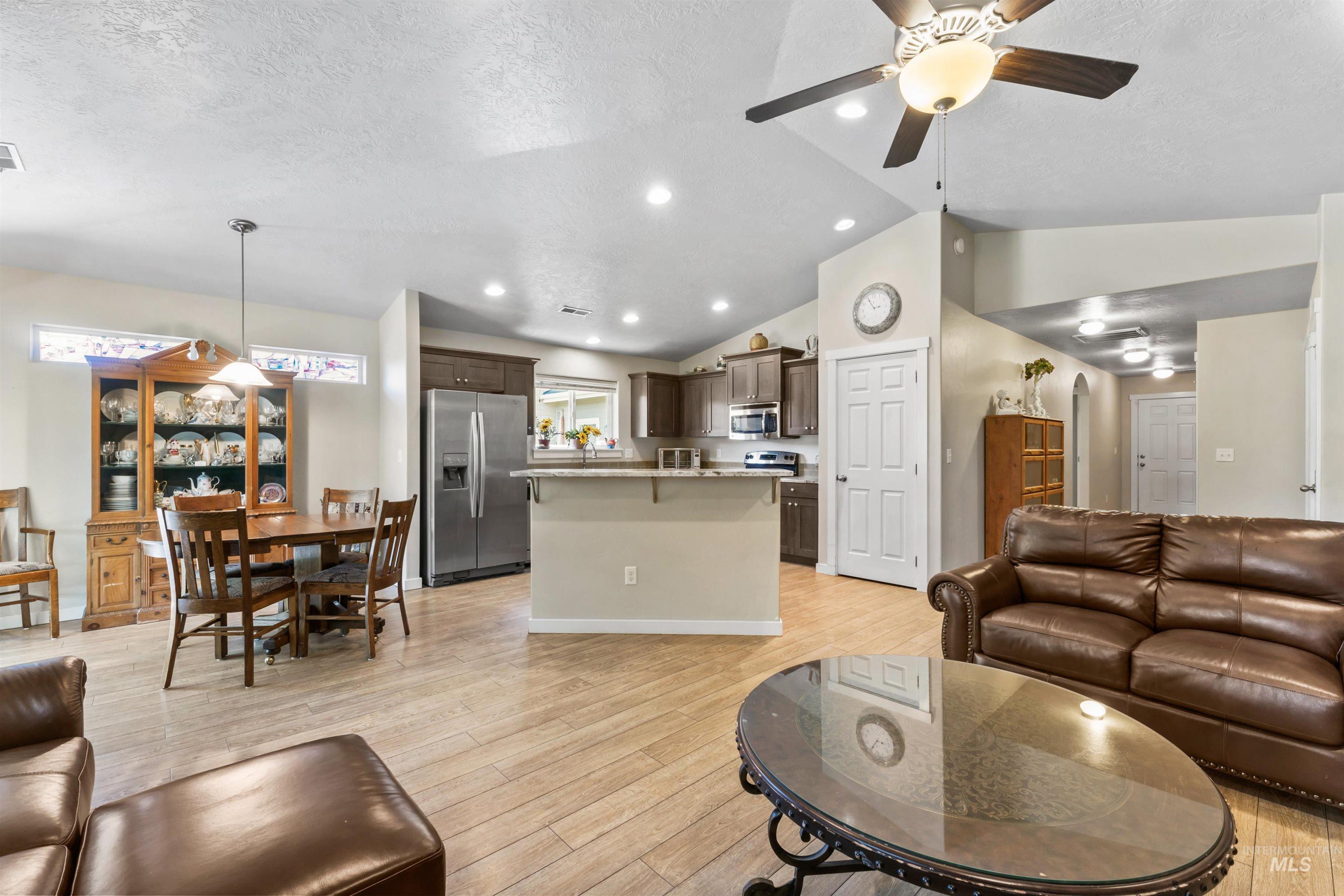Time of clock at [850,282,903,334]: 2:55
